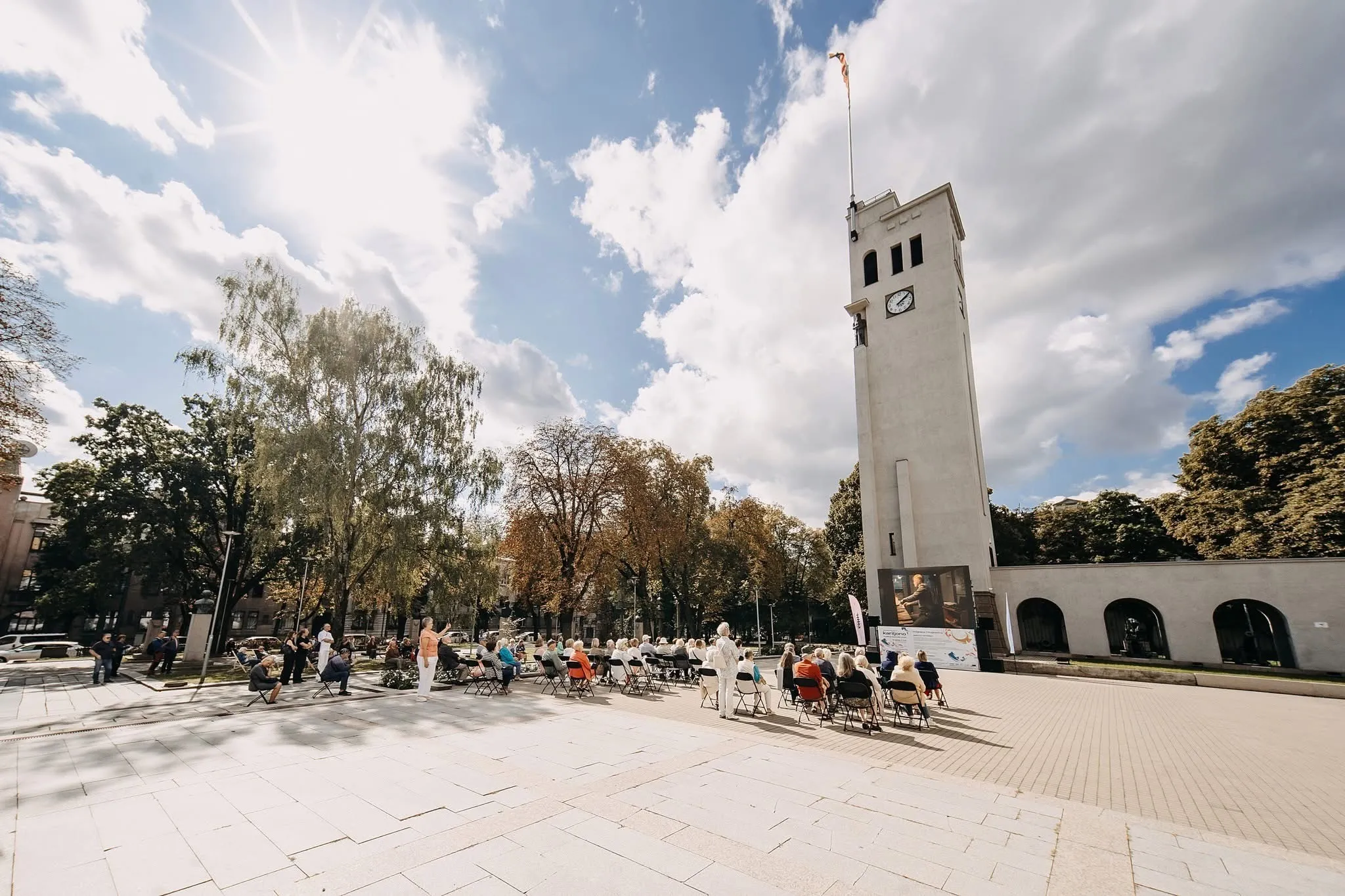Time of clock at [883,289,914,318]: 2:09
